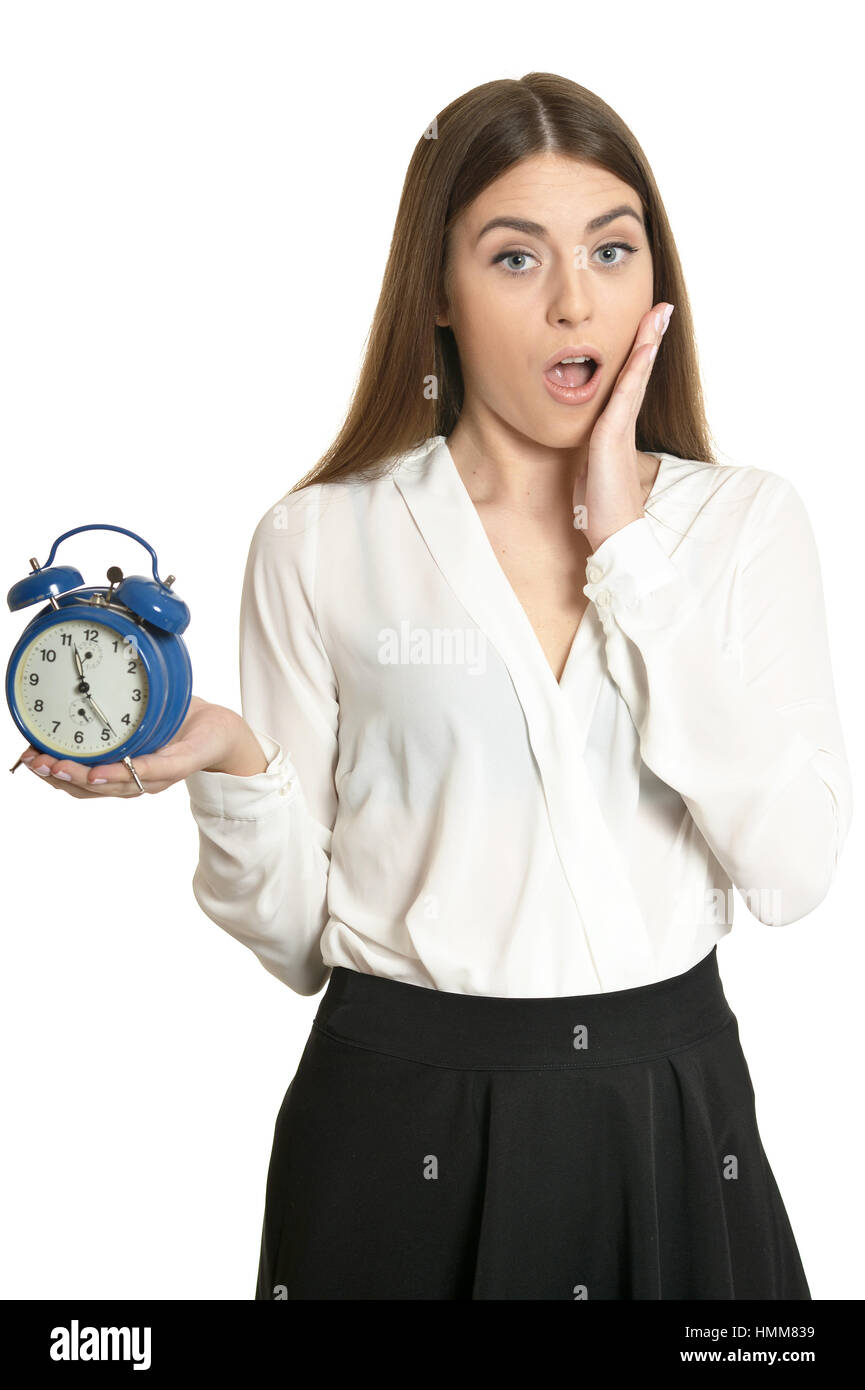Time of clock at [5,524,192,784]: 11:23
